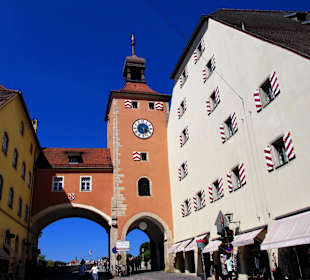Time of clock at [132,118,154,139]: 5:18
